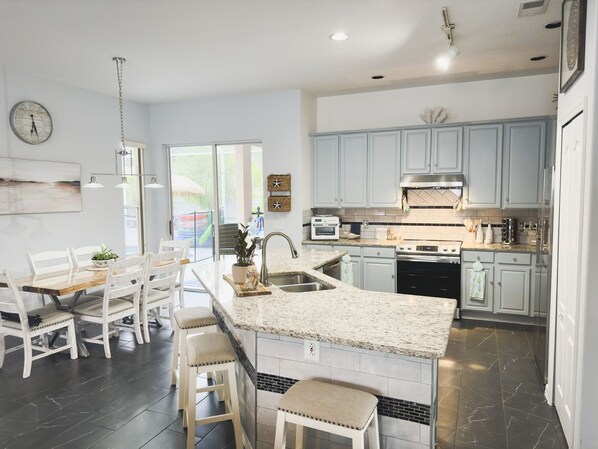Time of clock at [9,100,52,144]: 6:27
